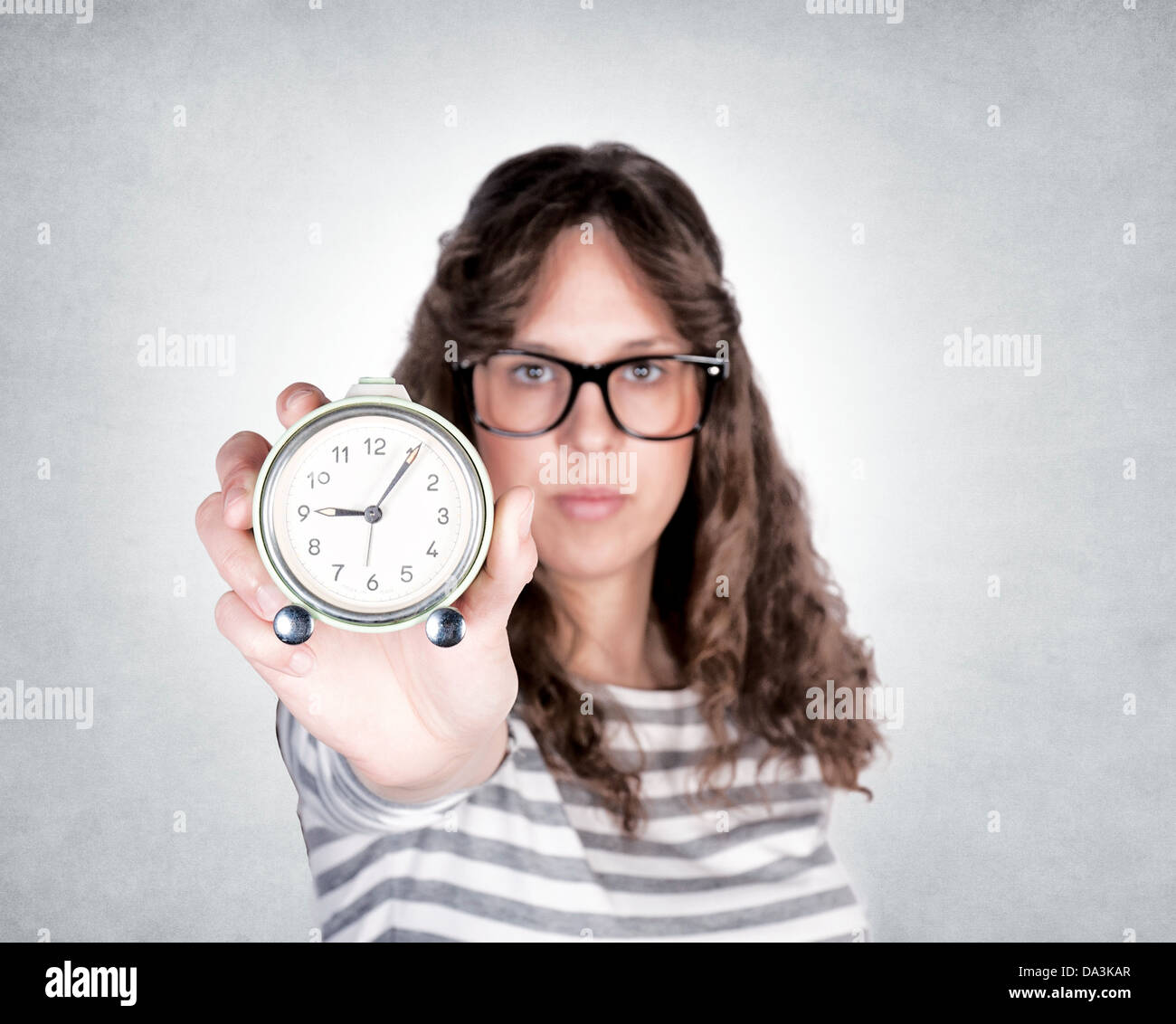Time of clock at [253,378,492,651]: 9:05
